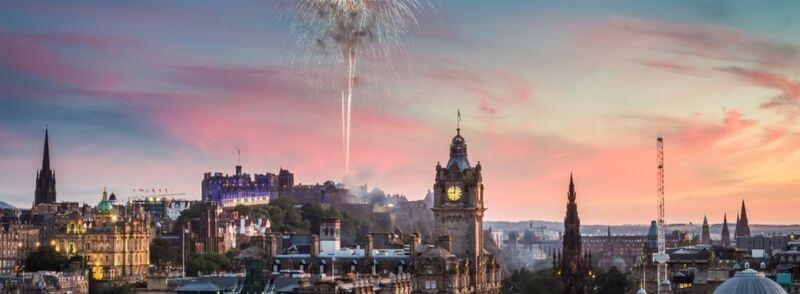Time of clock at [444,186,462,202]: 9:01
